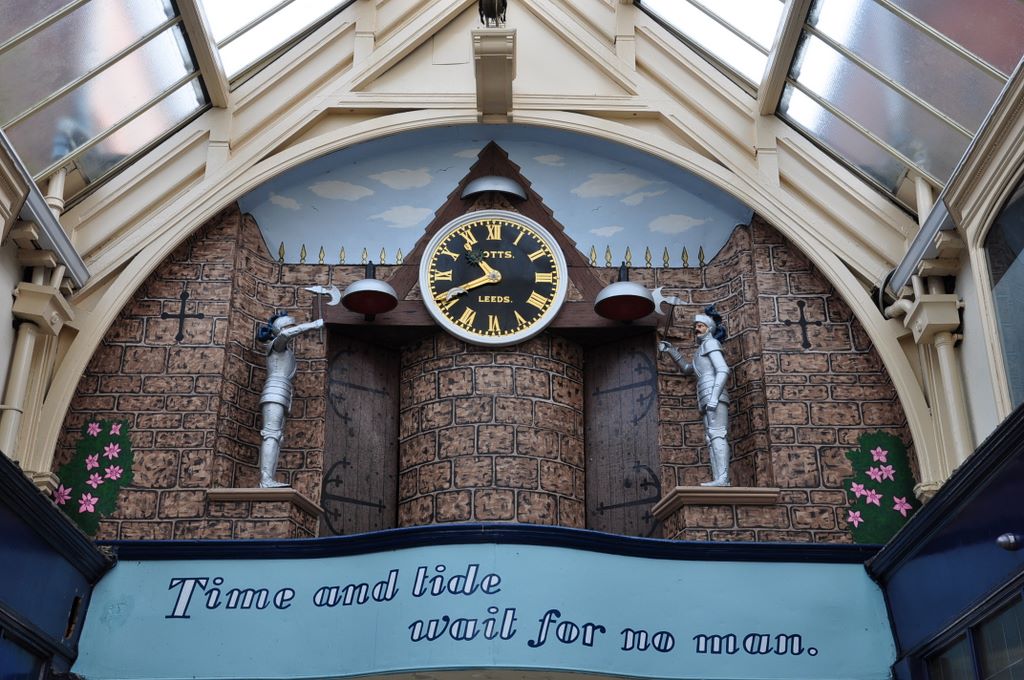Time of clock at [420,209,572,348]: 10:40
